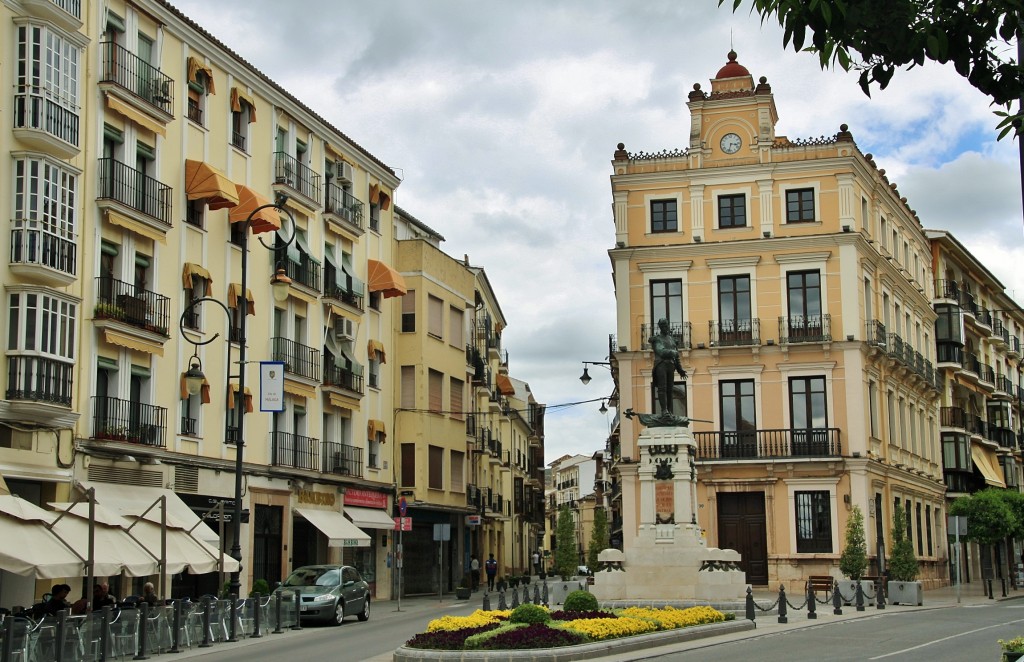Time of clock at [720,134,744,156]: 3:32
